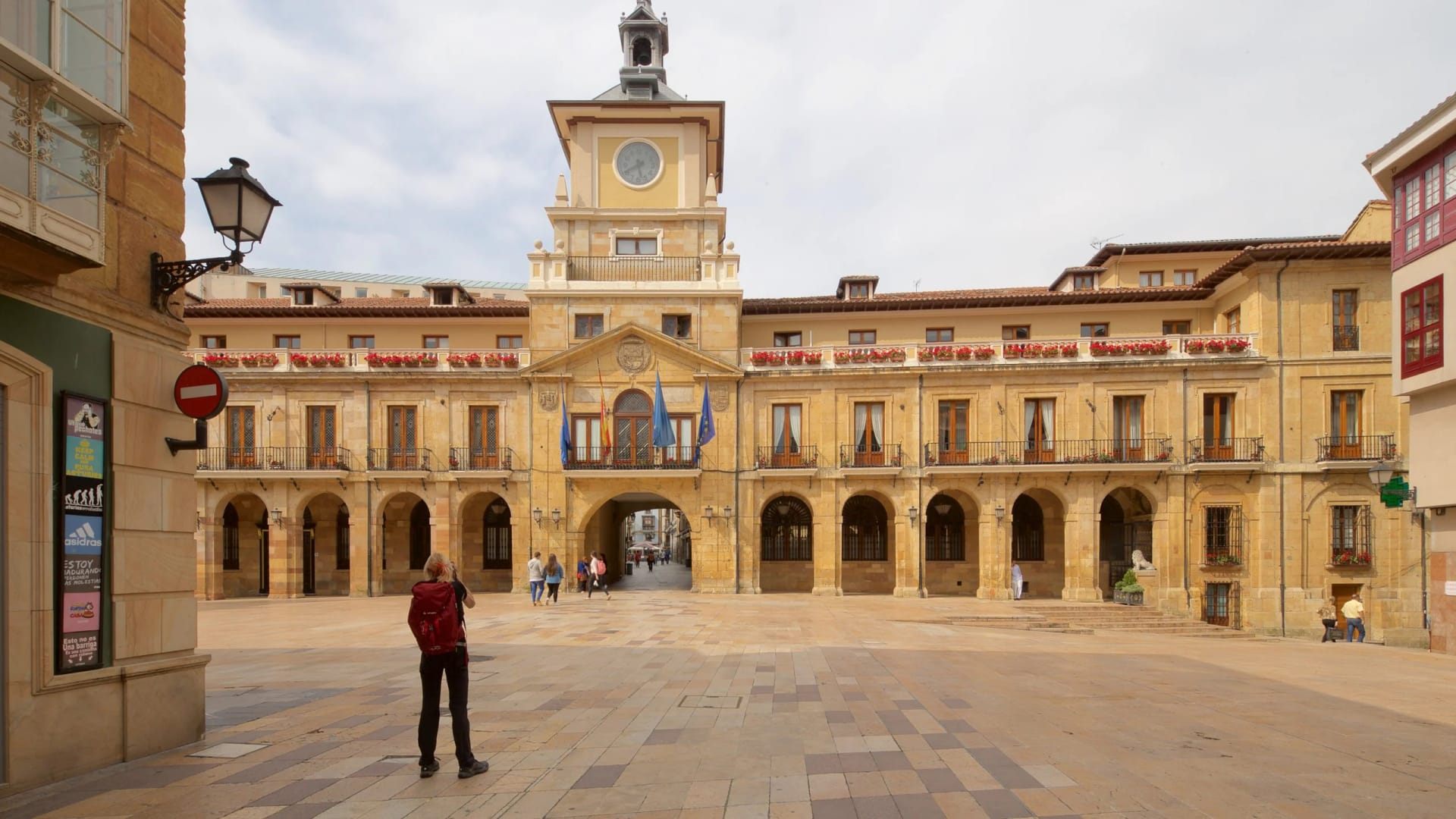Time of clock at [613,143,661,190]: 5:40
